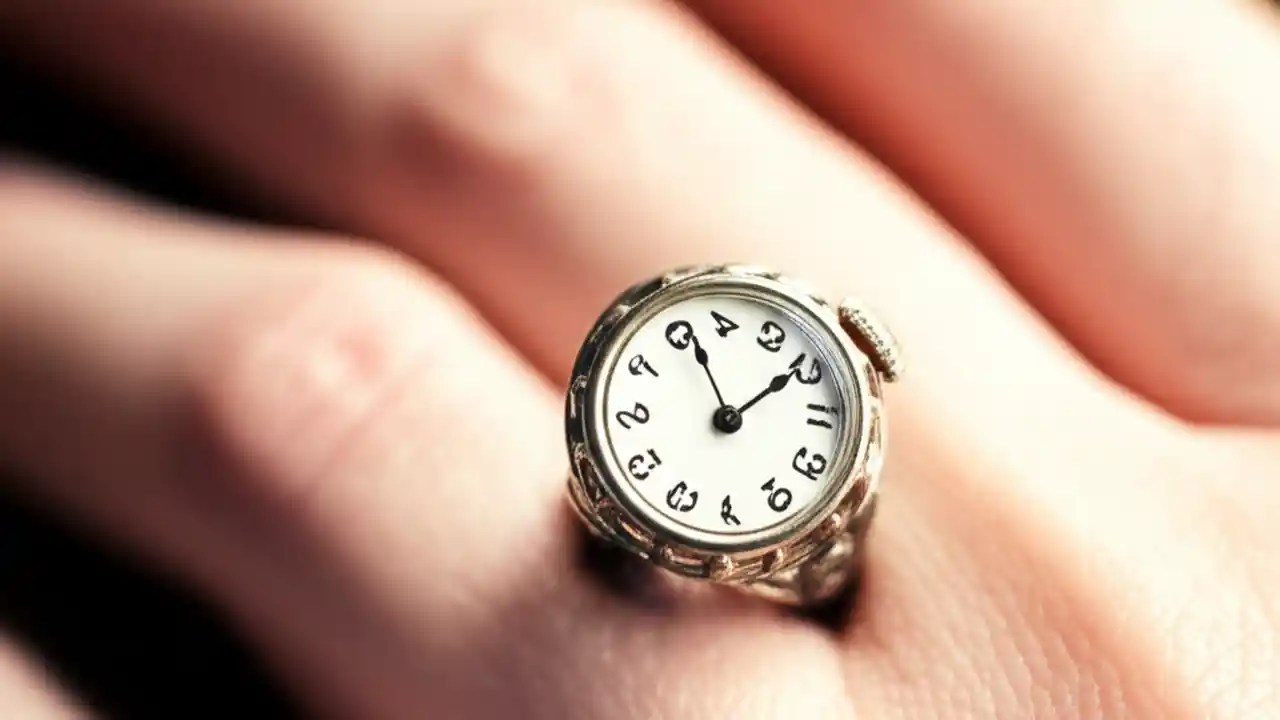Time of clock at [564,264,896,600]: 1:56
